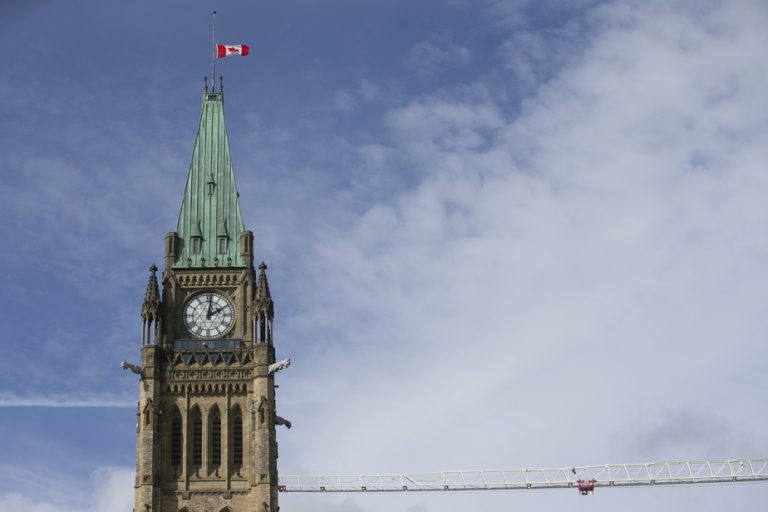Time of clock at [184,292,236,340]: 2:01
